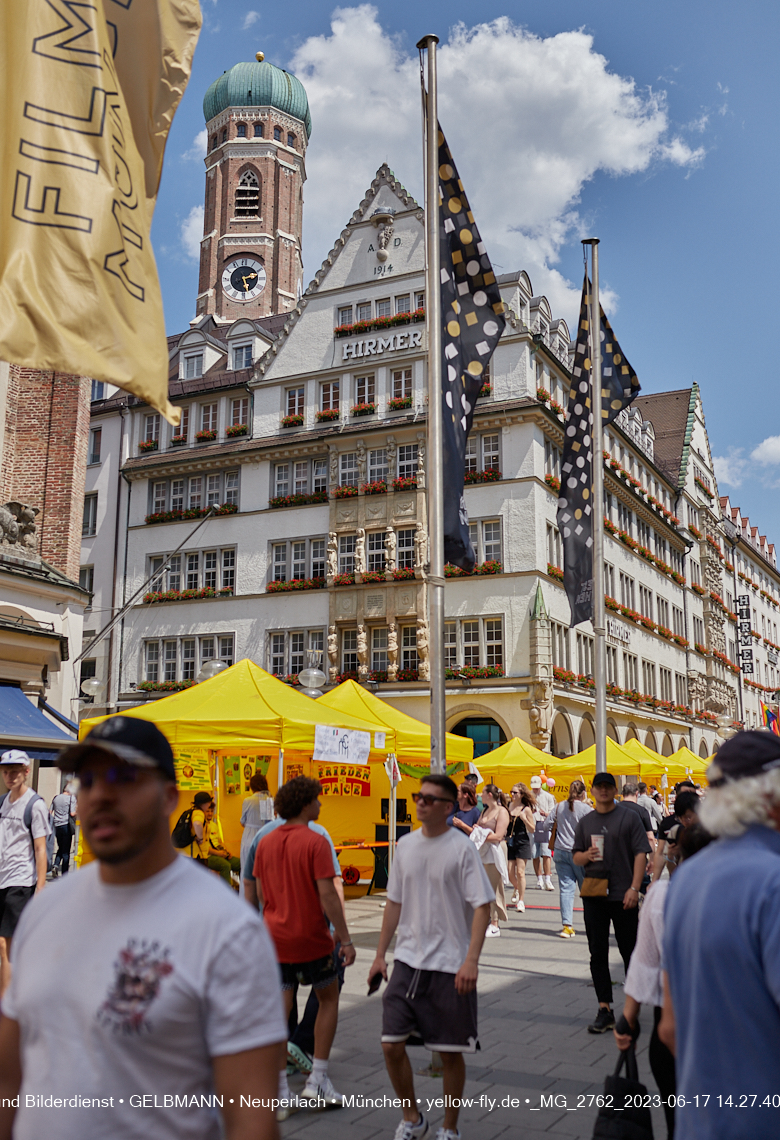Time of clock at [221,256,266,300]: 2:27
